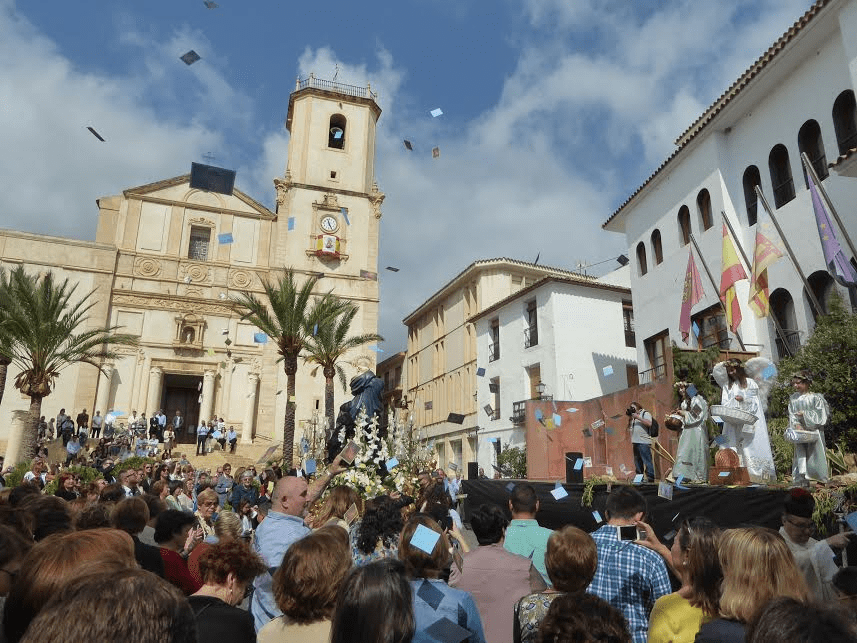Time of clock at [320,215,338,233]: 11:25
